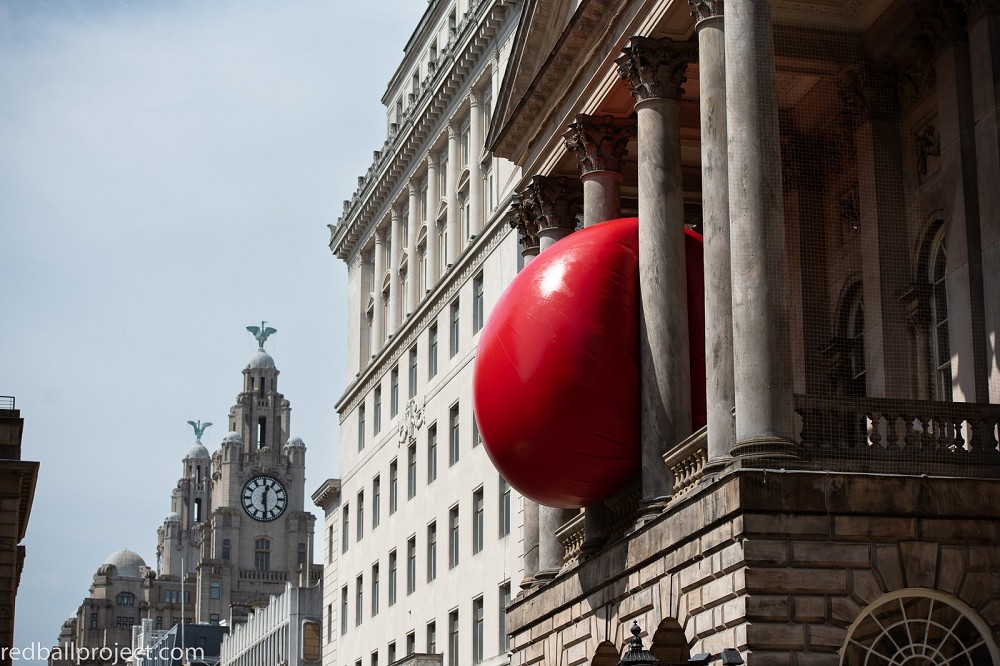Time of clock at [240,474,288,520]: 12:28
